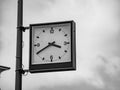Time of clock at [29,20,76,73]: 3:40
